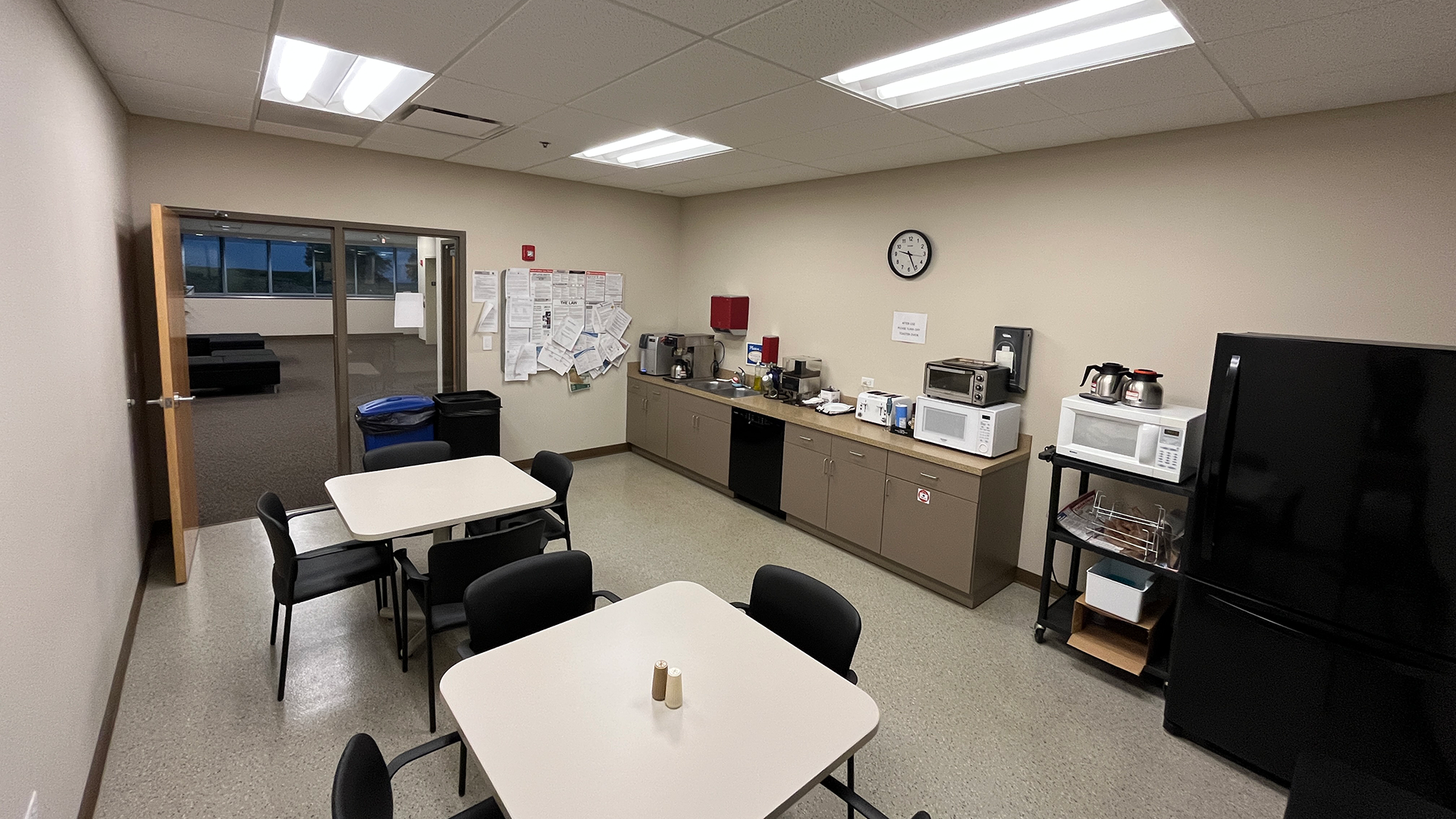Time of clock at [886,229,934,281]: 9:26
